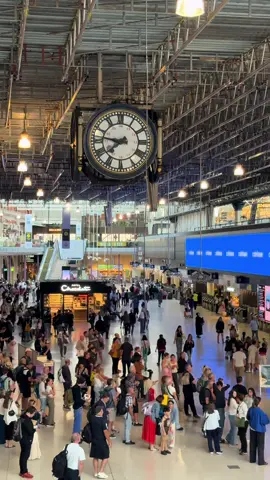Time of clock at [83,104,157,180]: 7:46
